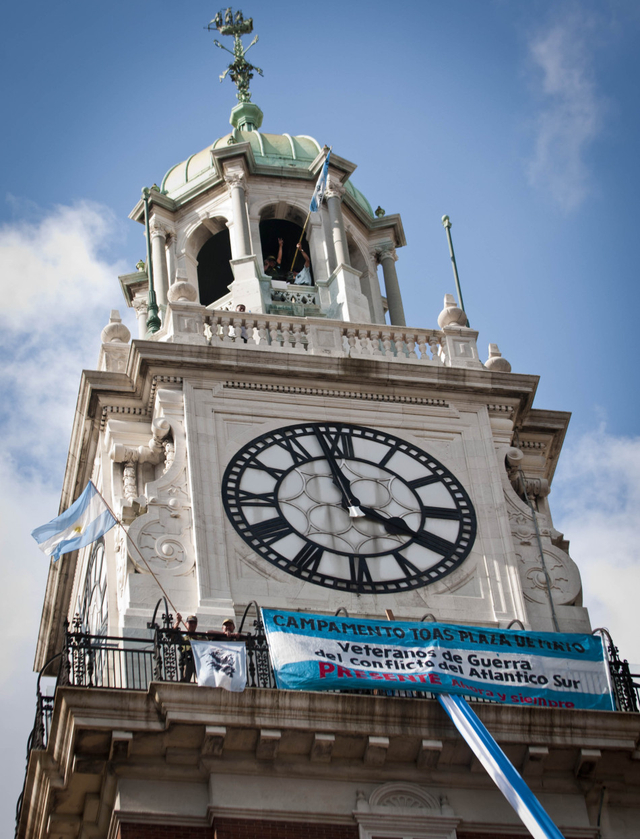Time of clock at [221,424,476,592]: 3:57
